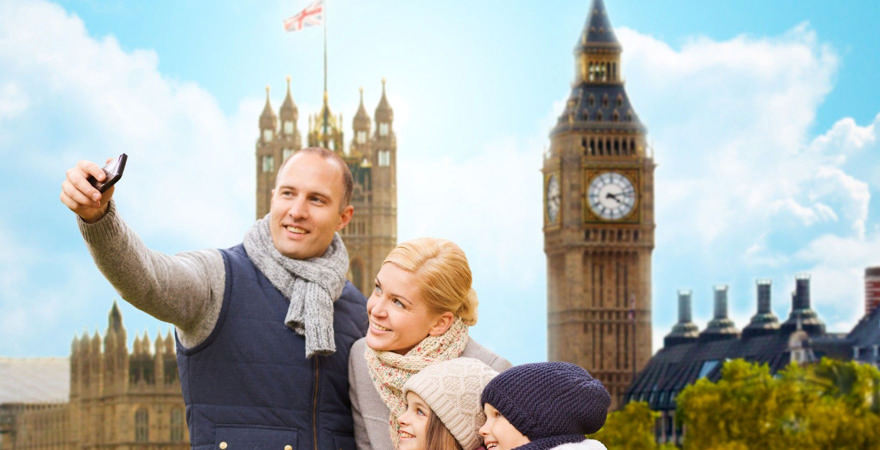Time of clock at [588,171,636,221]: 4:12
